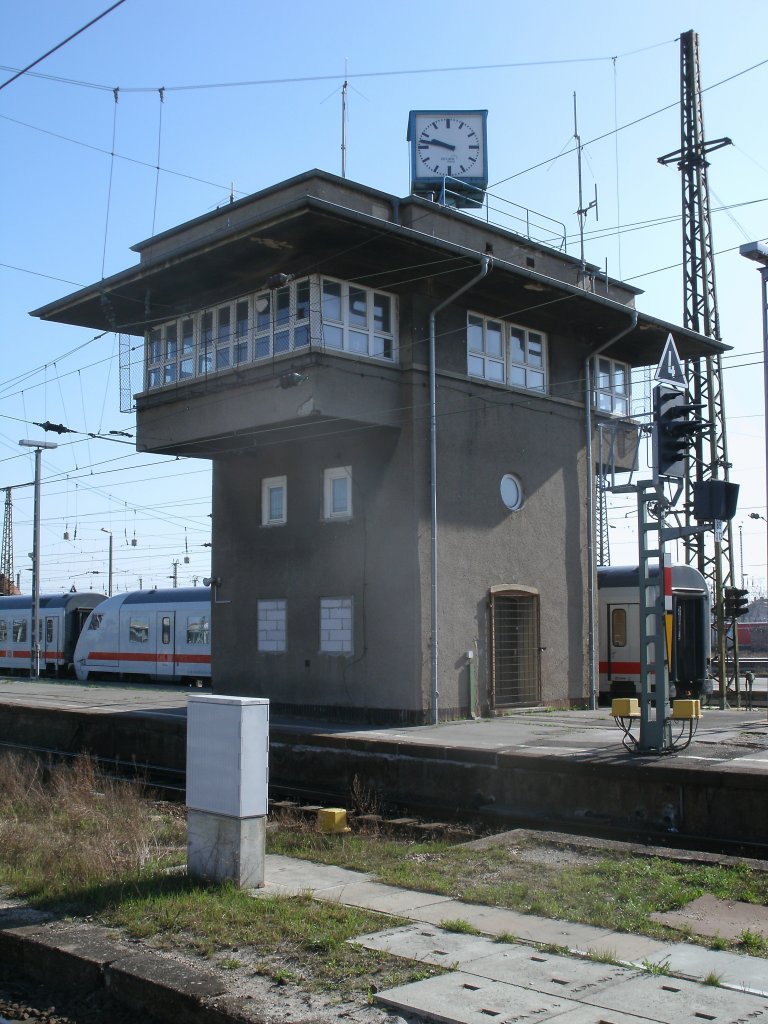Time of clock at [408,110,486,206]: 9:47
